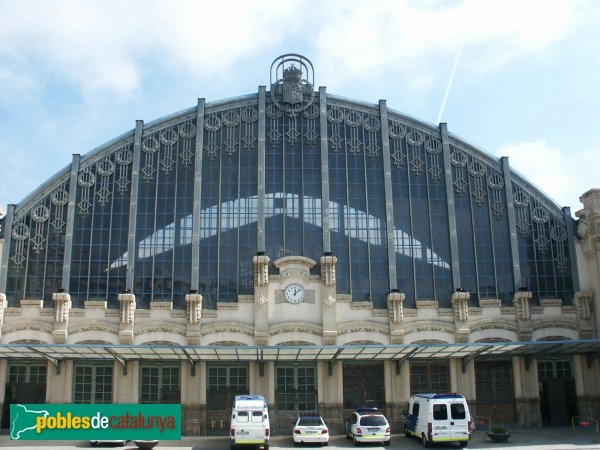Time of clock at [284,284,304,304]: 12:07
